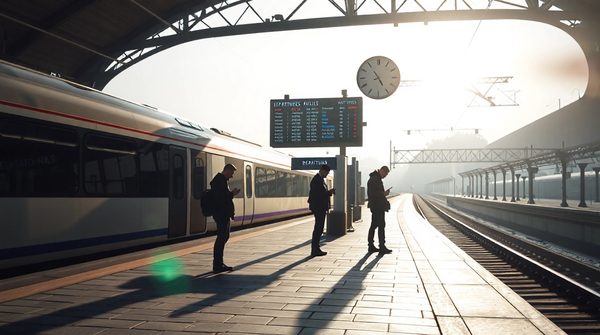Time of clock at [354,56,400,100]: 4:54
